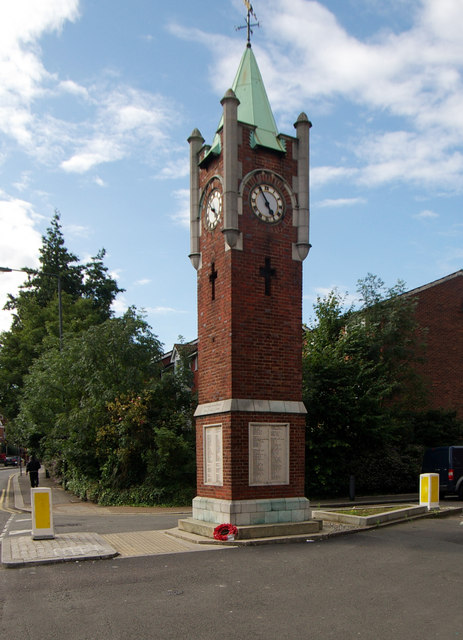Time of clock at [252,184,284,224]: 4:55
